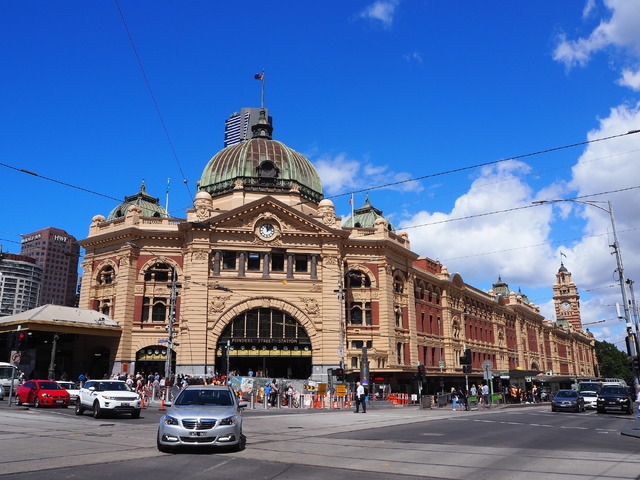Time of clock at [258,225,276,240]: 12:07
